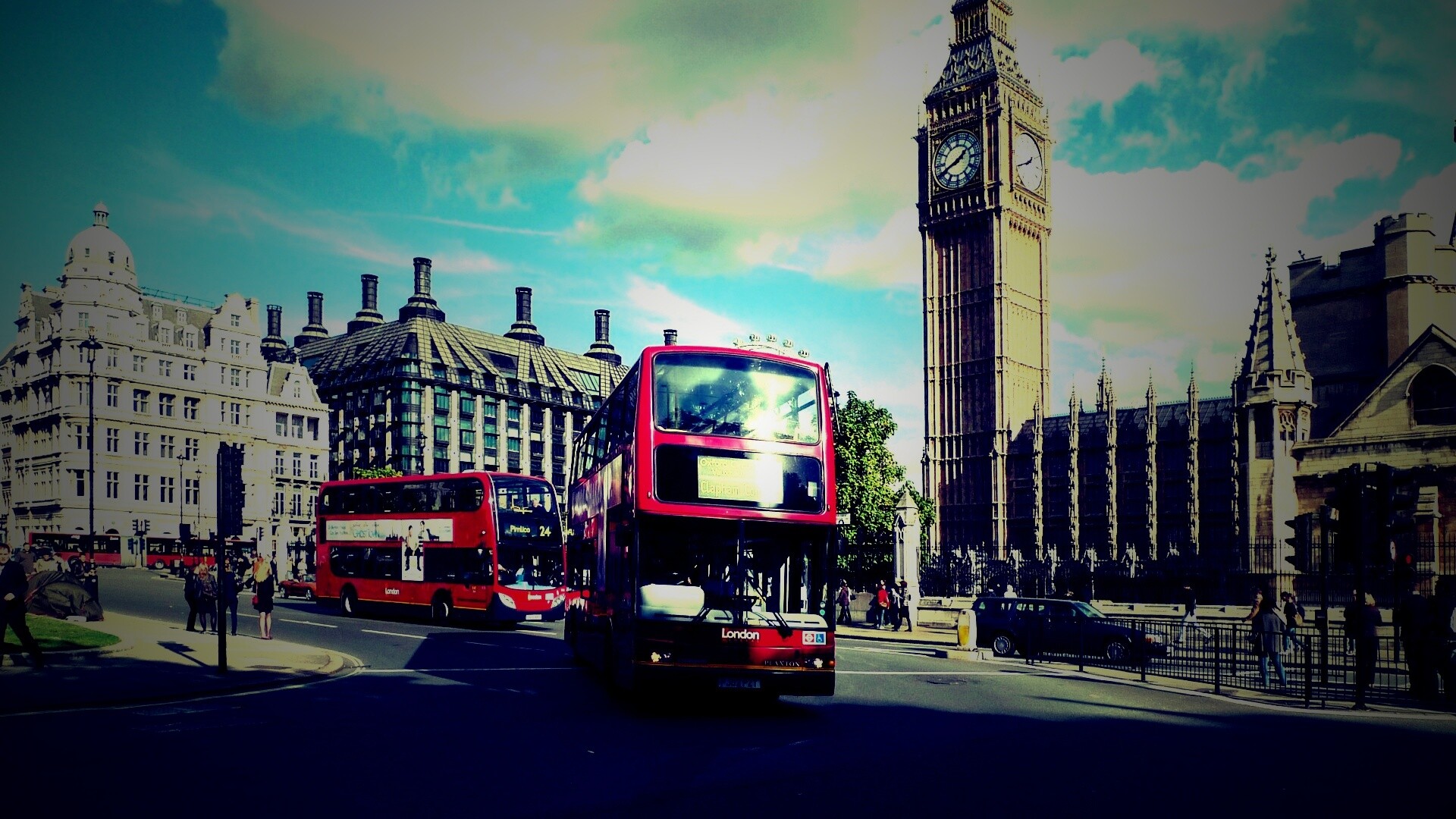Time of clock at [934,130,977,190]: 1:41
